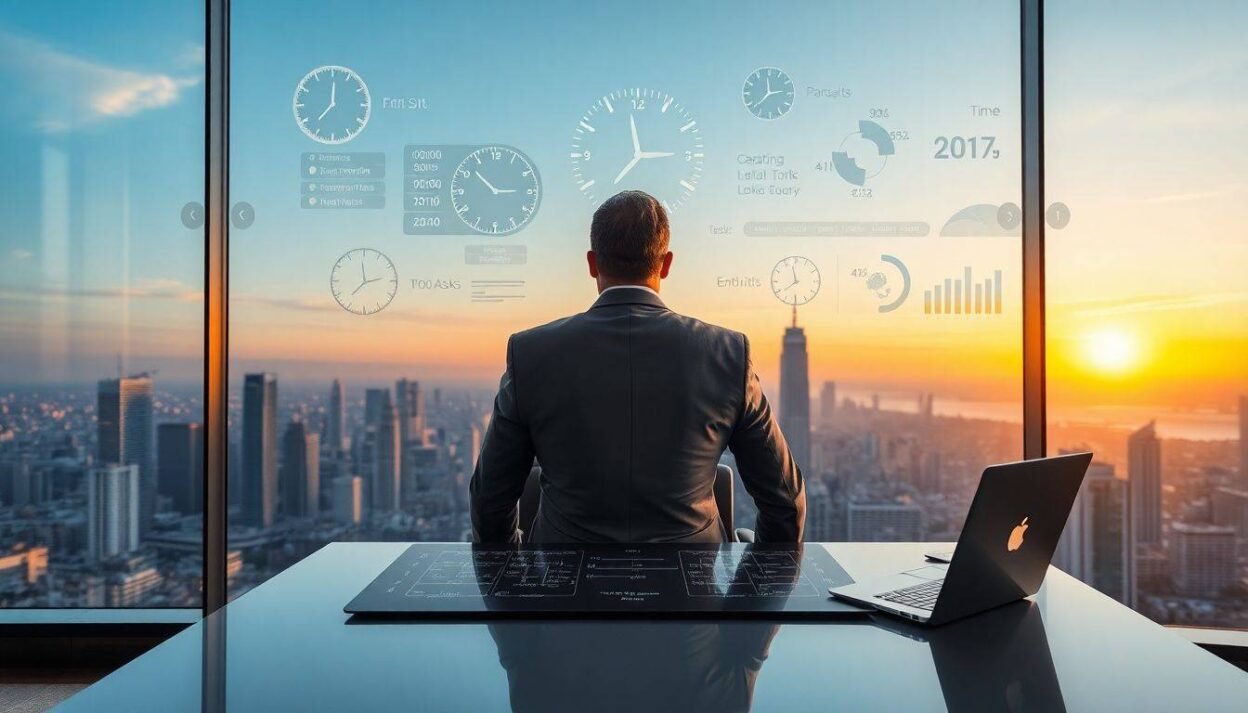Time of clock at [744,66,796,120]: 2:37
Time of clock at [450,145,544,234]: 2:52
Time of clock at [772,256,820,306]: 11:39
